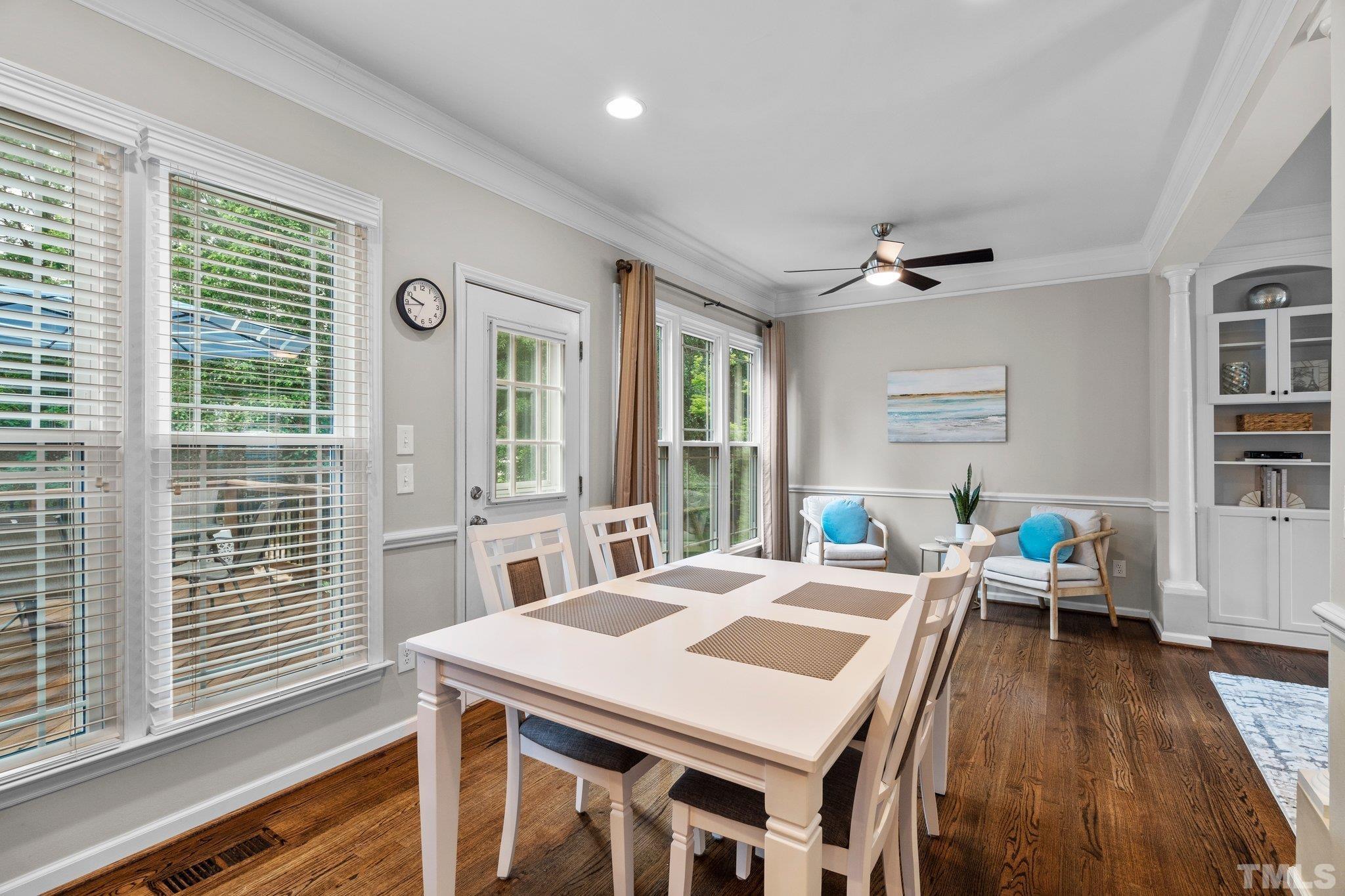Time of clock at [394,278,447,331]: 9:43
